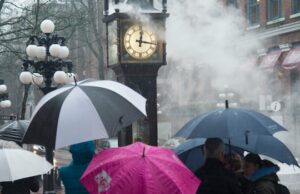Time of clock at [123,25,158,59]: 12:16
